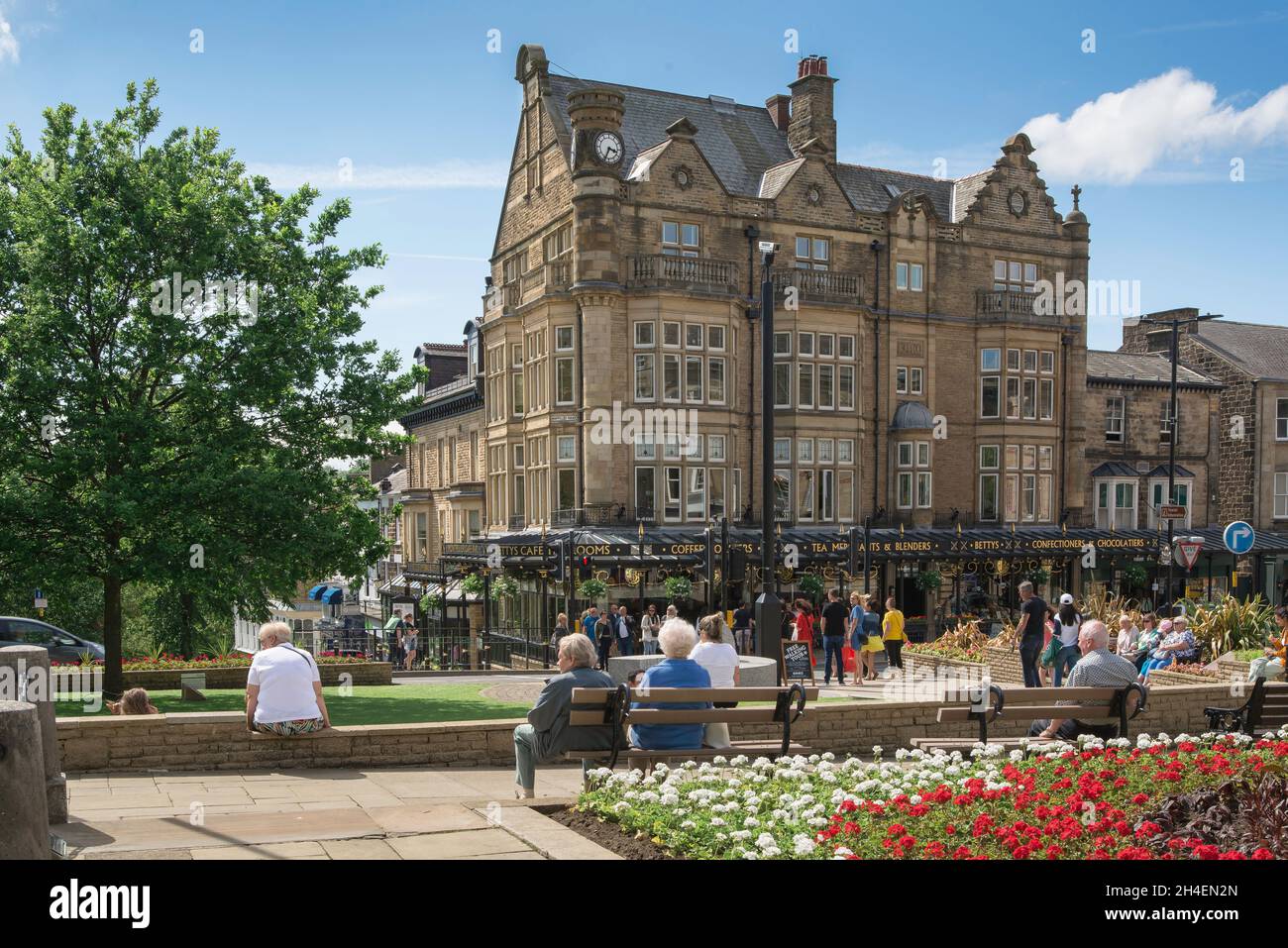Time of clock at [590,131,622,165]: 3:34
